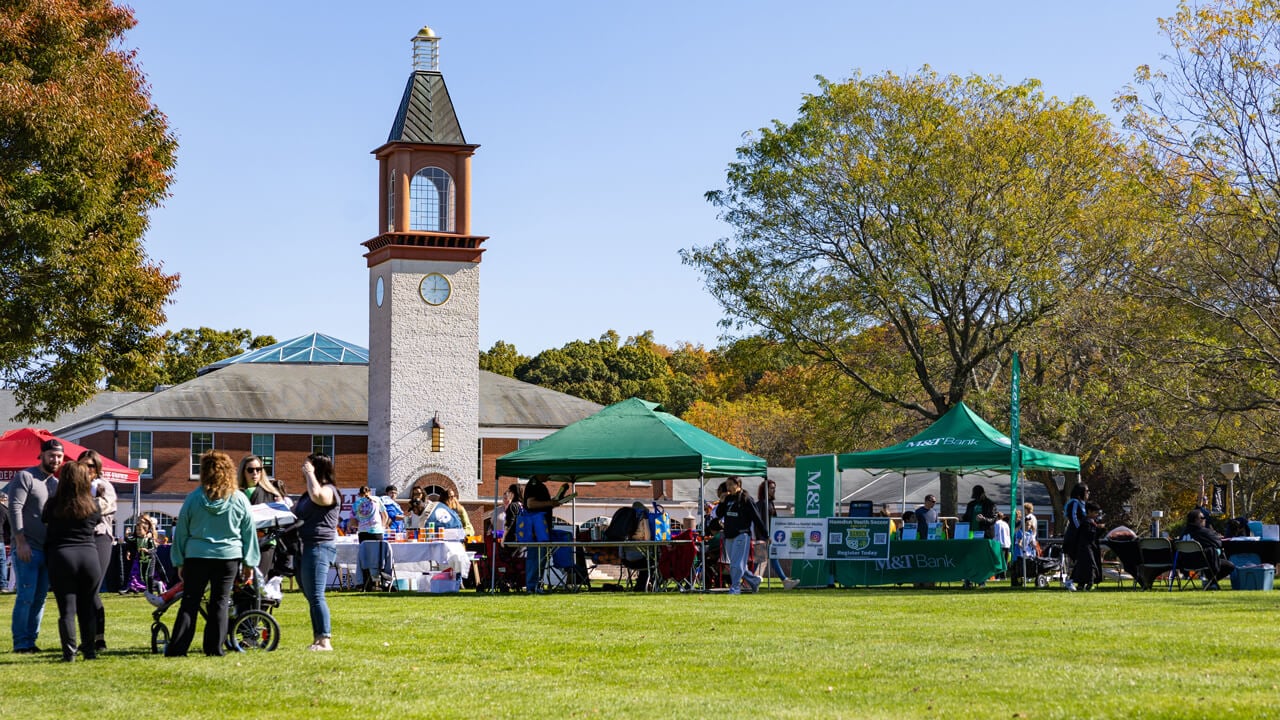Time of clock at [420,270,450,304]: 12:14
